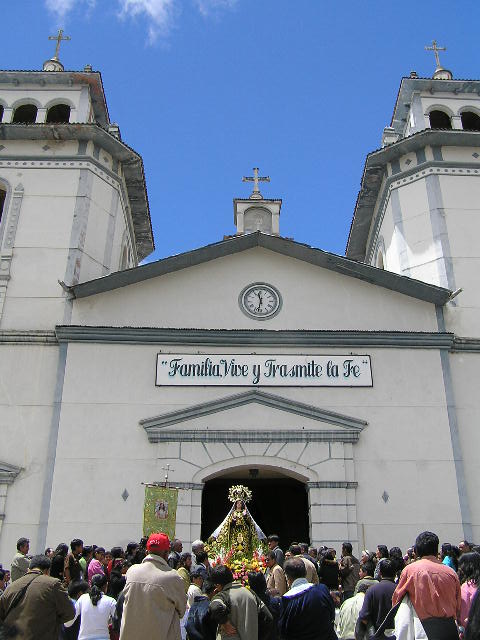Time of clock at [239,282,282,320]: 11:32
